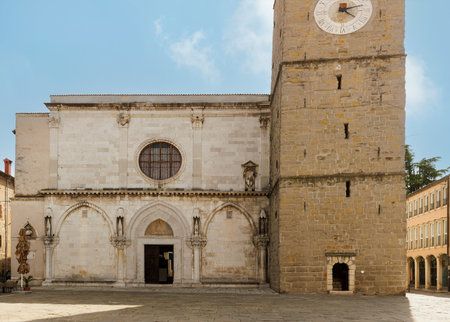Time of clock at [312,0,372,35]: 4:12
